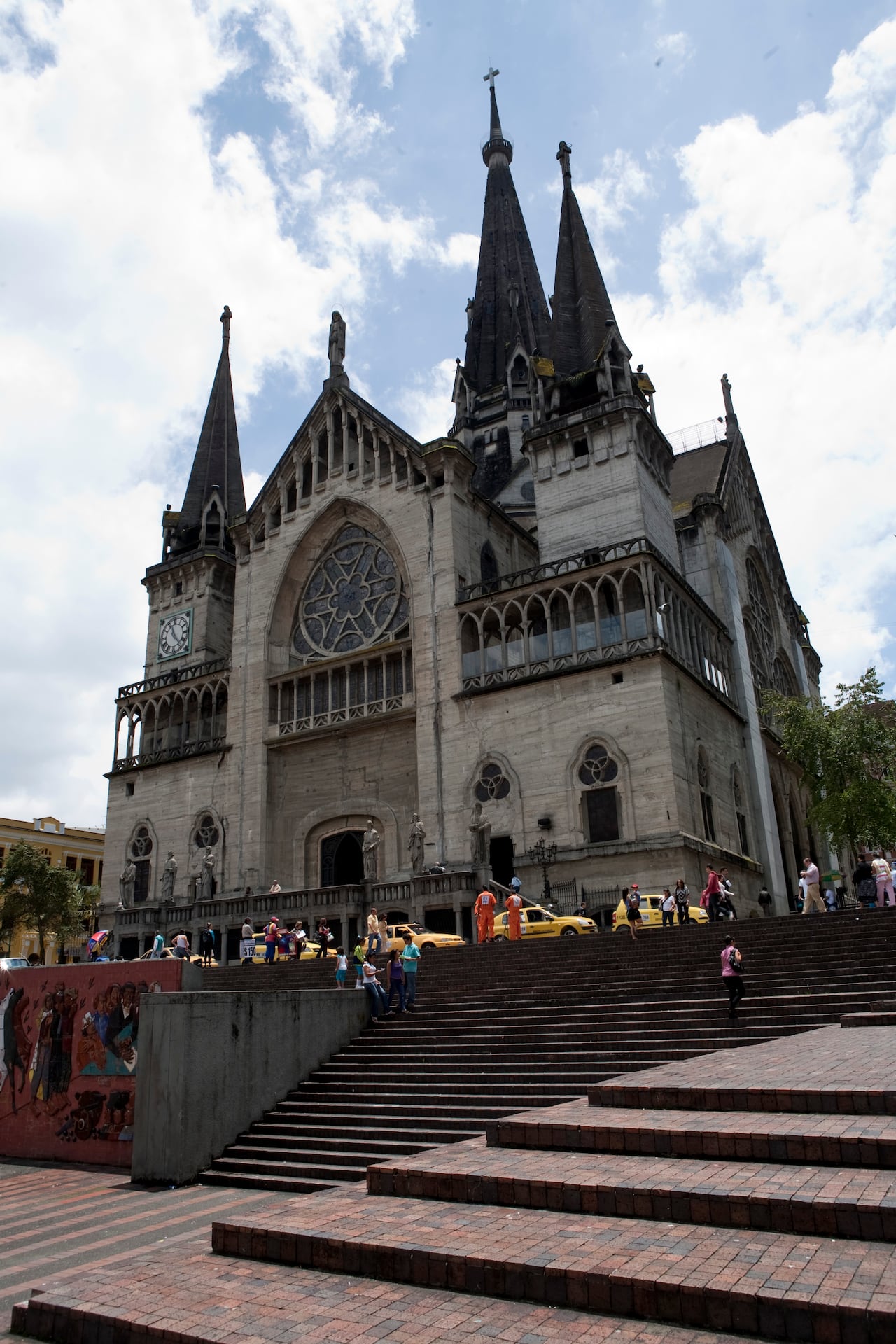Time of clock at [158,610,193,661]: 11:23
